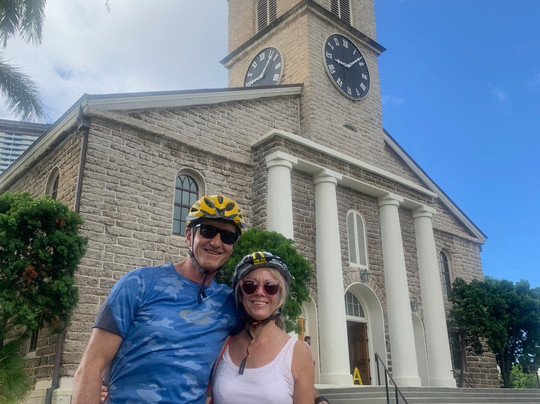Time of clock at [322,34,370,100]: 9:08
